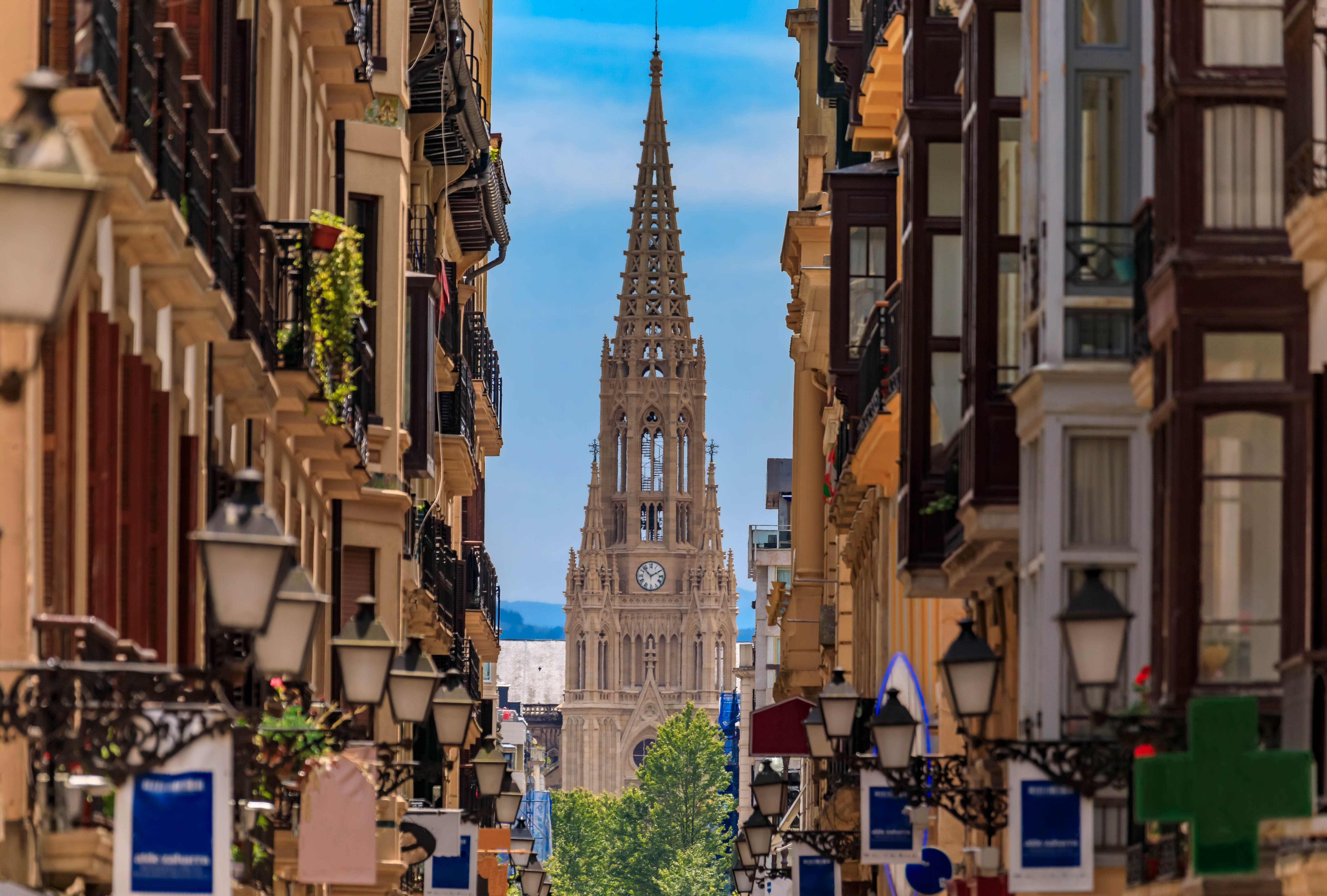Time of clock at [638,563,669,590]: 1:52
